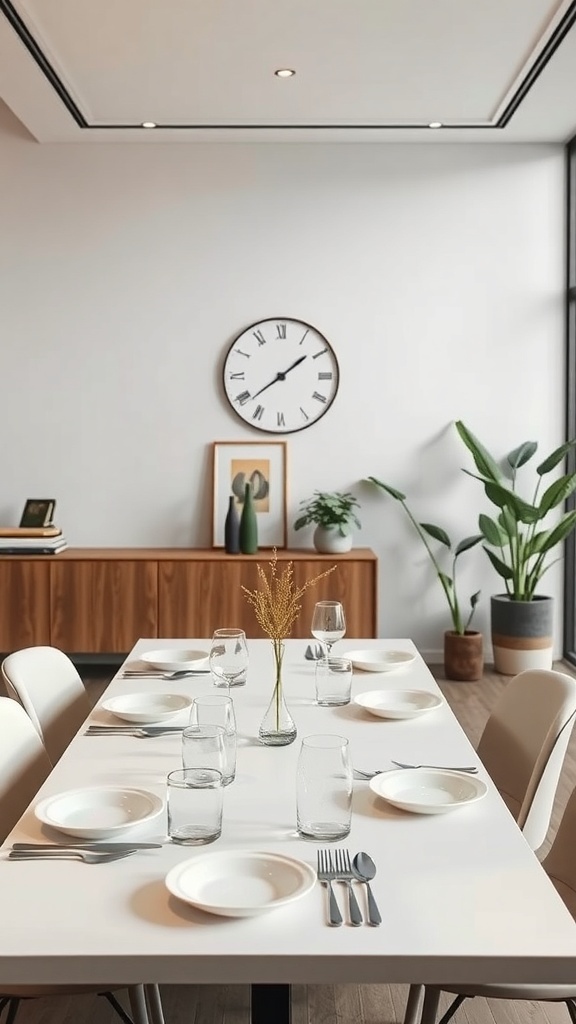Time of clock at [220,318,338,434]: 1:38
